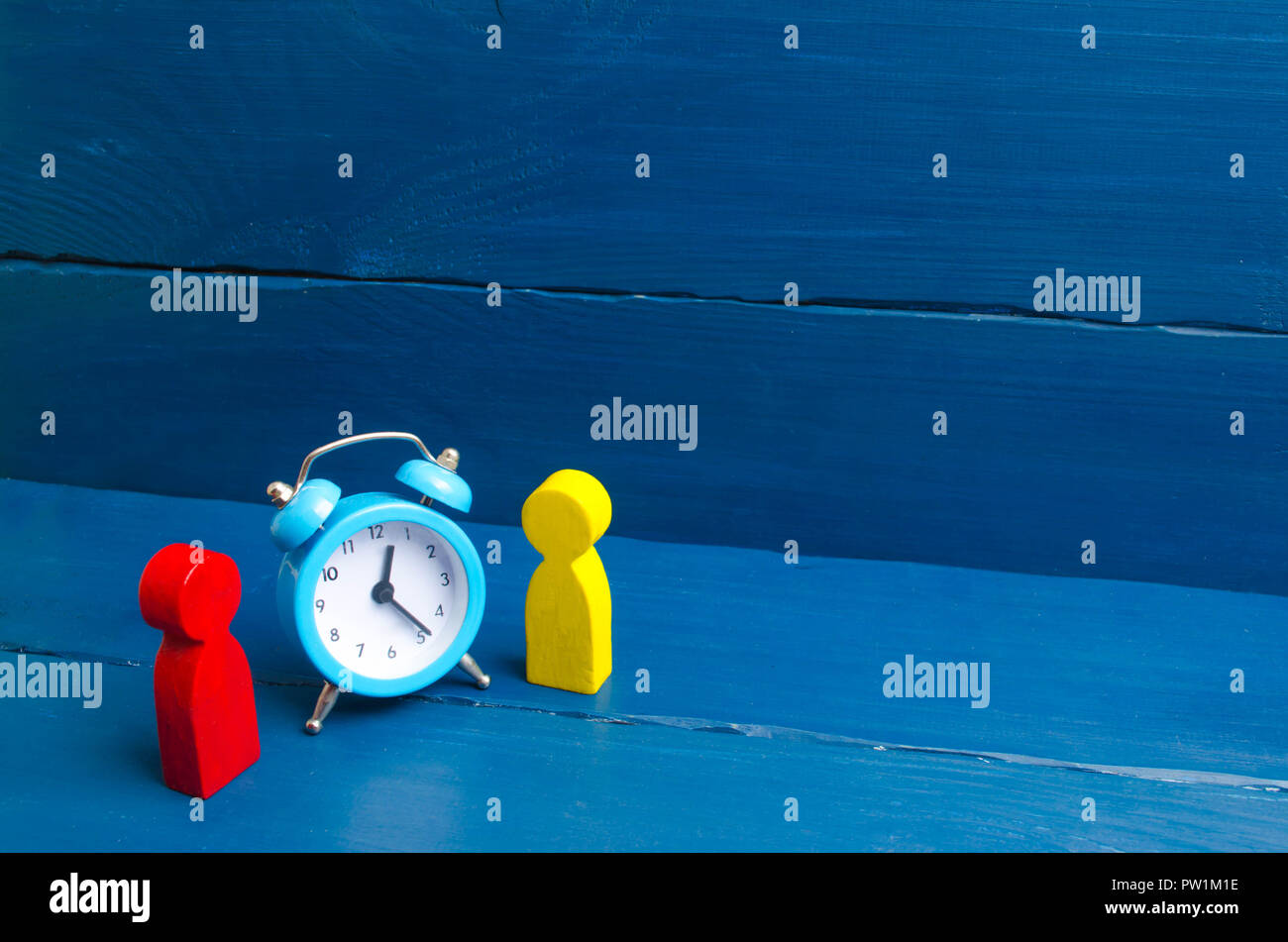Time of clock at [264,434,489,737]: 12:23
